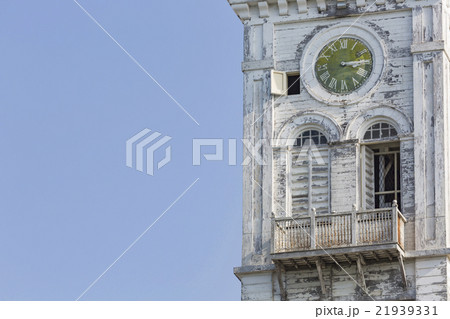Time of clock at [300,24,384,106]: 3:13
